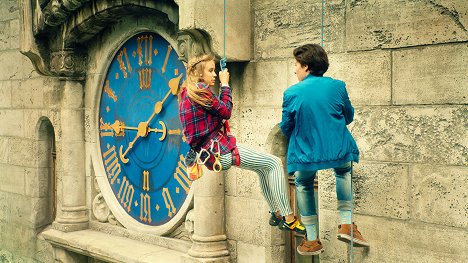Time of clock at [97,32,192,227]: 1:39
